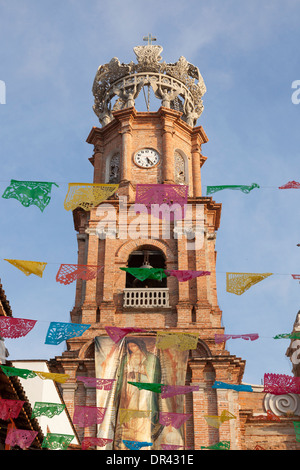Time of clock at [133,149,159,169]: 5:23
